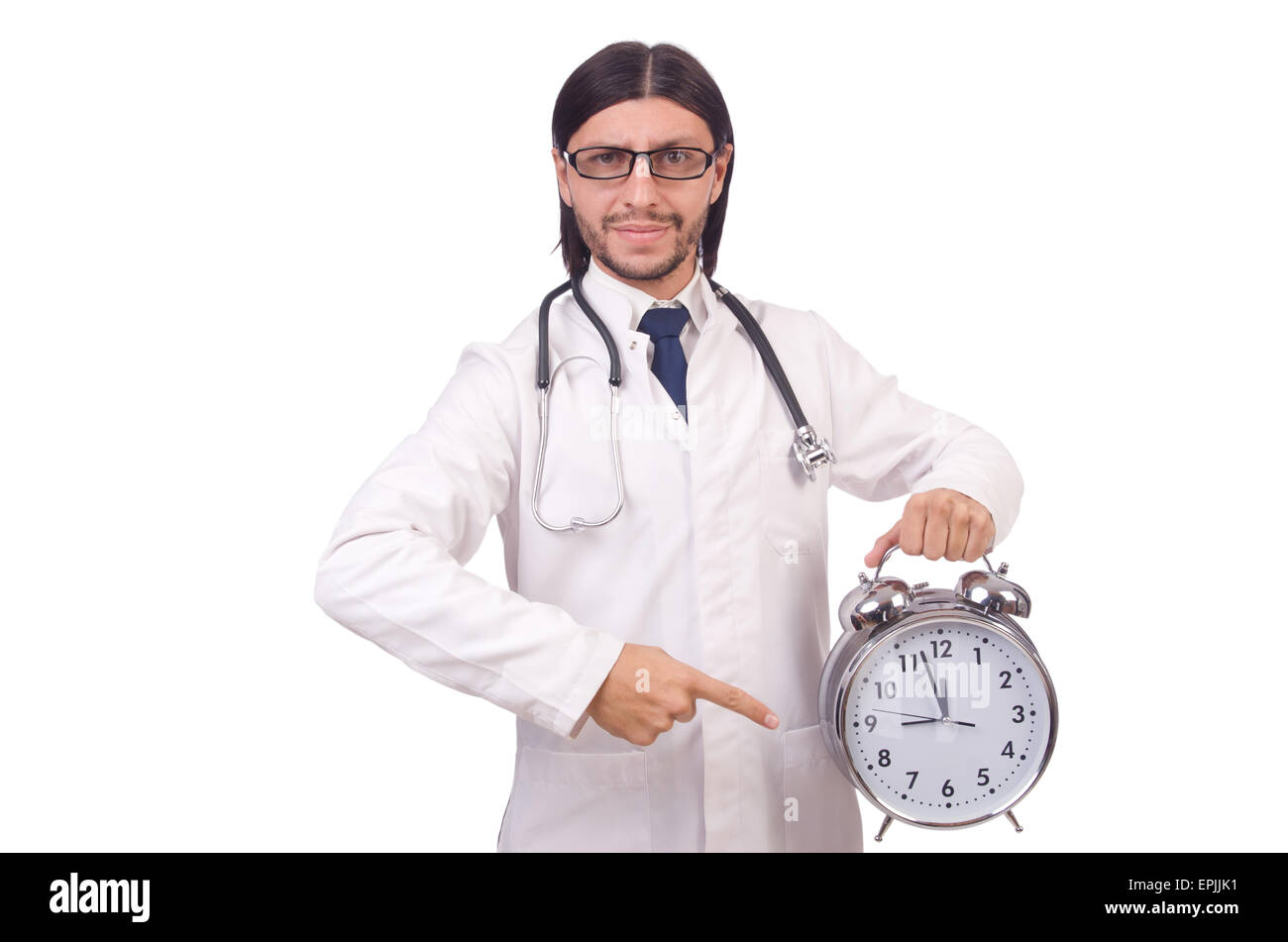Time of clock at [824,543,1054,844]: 8:57
